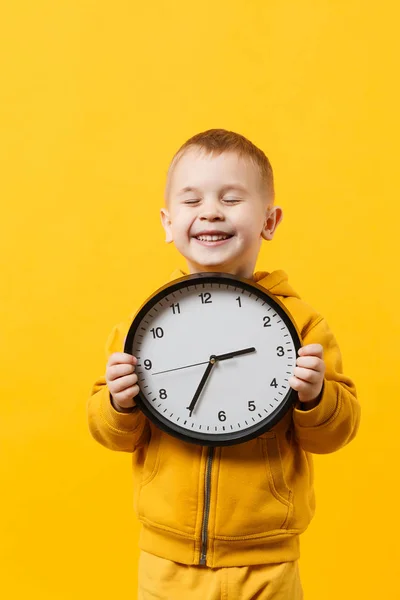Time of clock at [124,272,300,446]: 2:34
